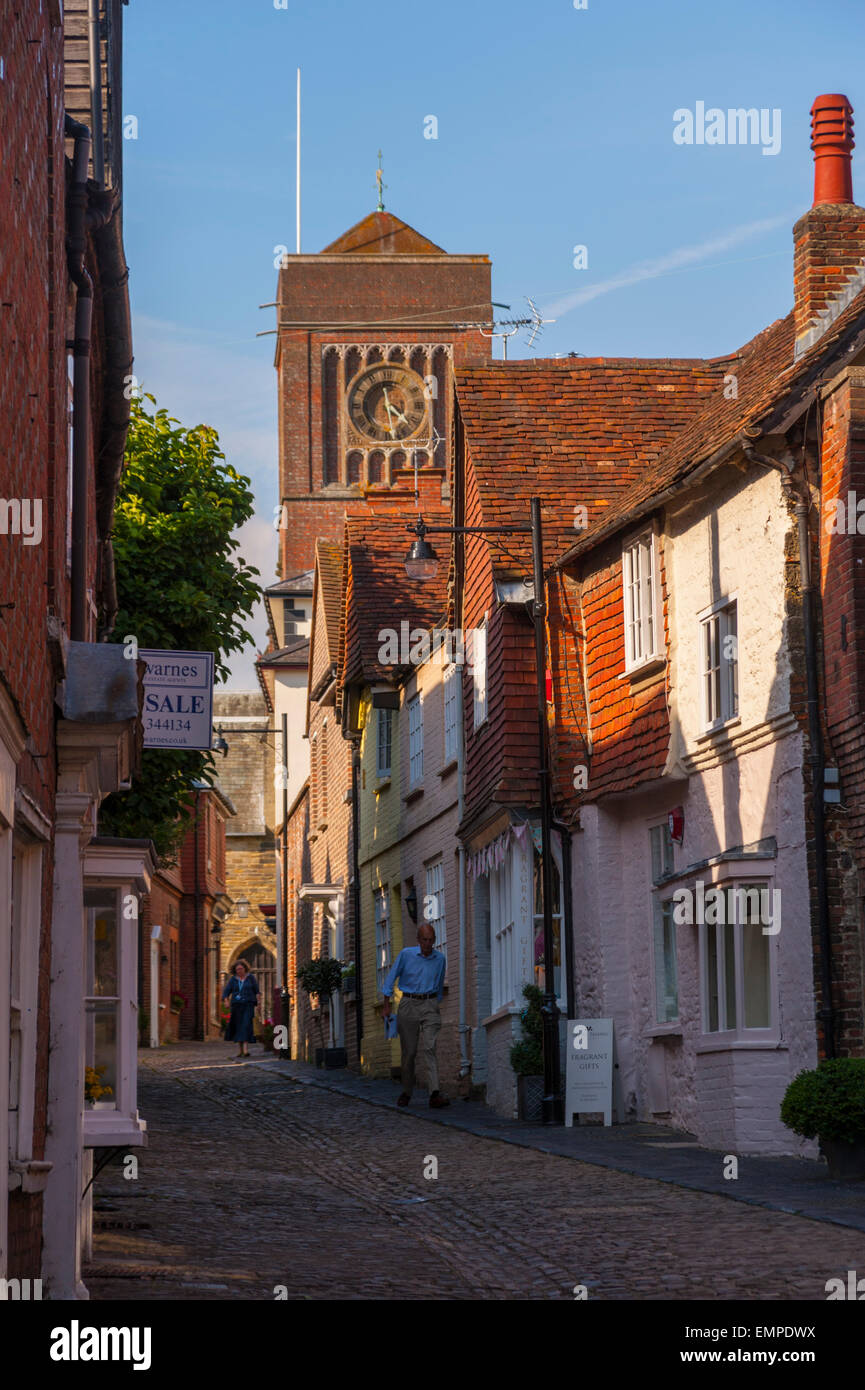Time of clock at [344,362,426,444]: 4:28
